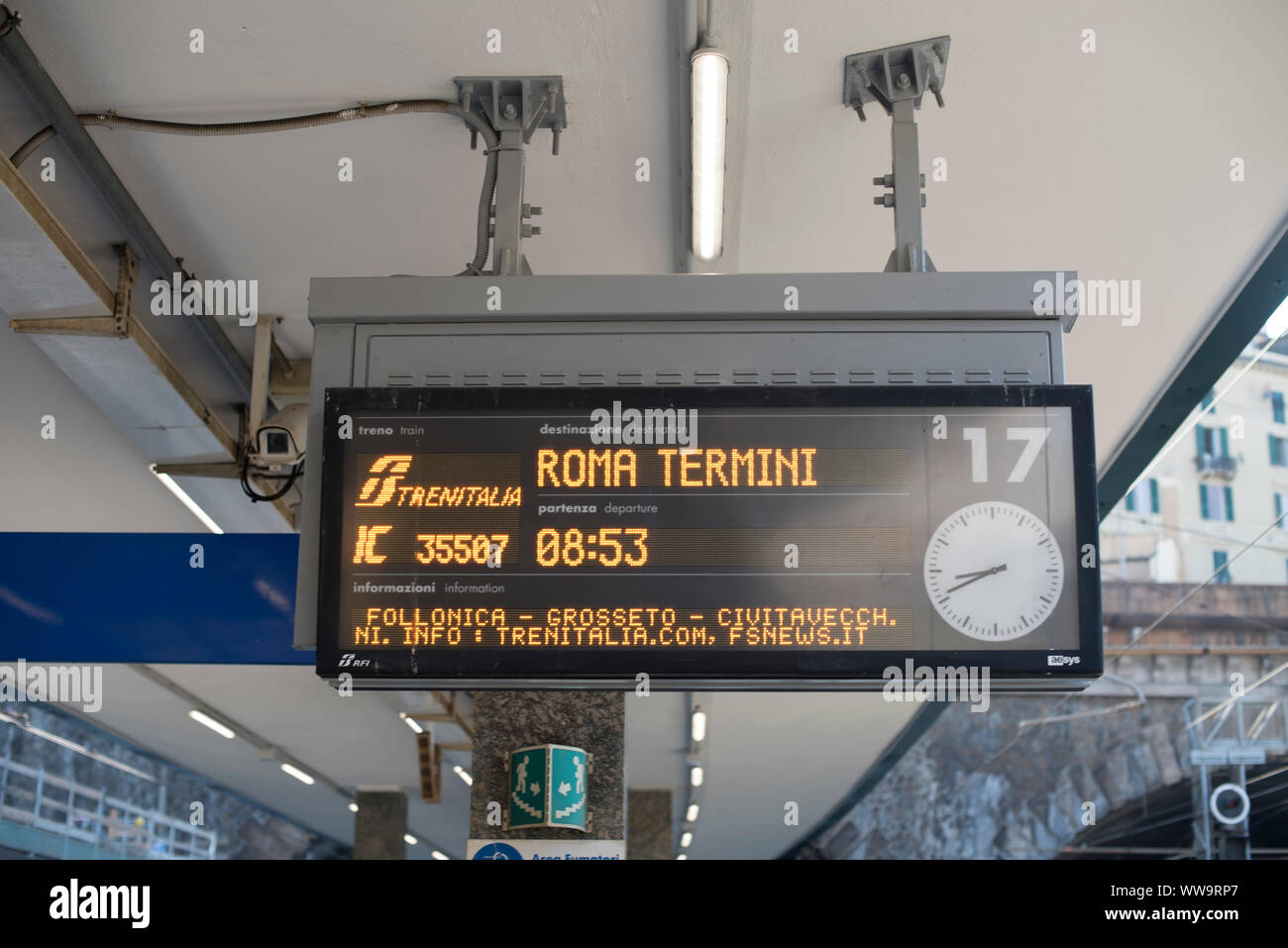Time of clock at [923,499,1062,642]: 8:41
